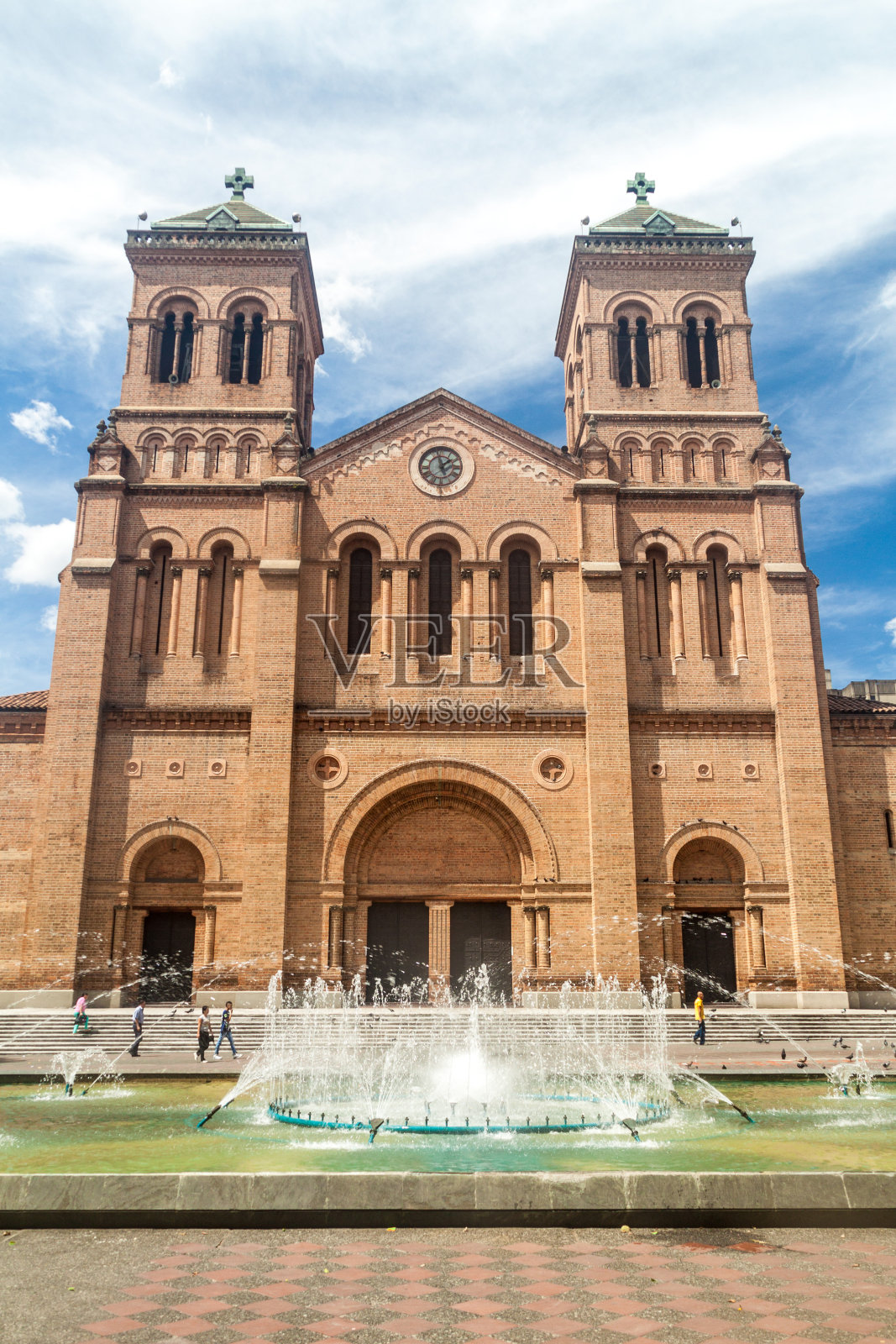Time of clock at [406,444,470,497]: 1:57
